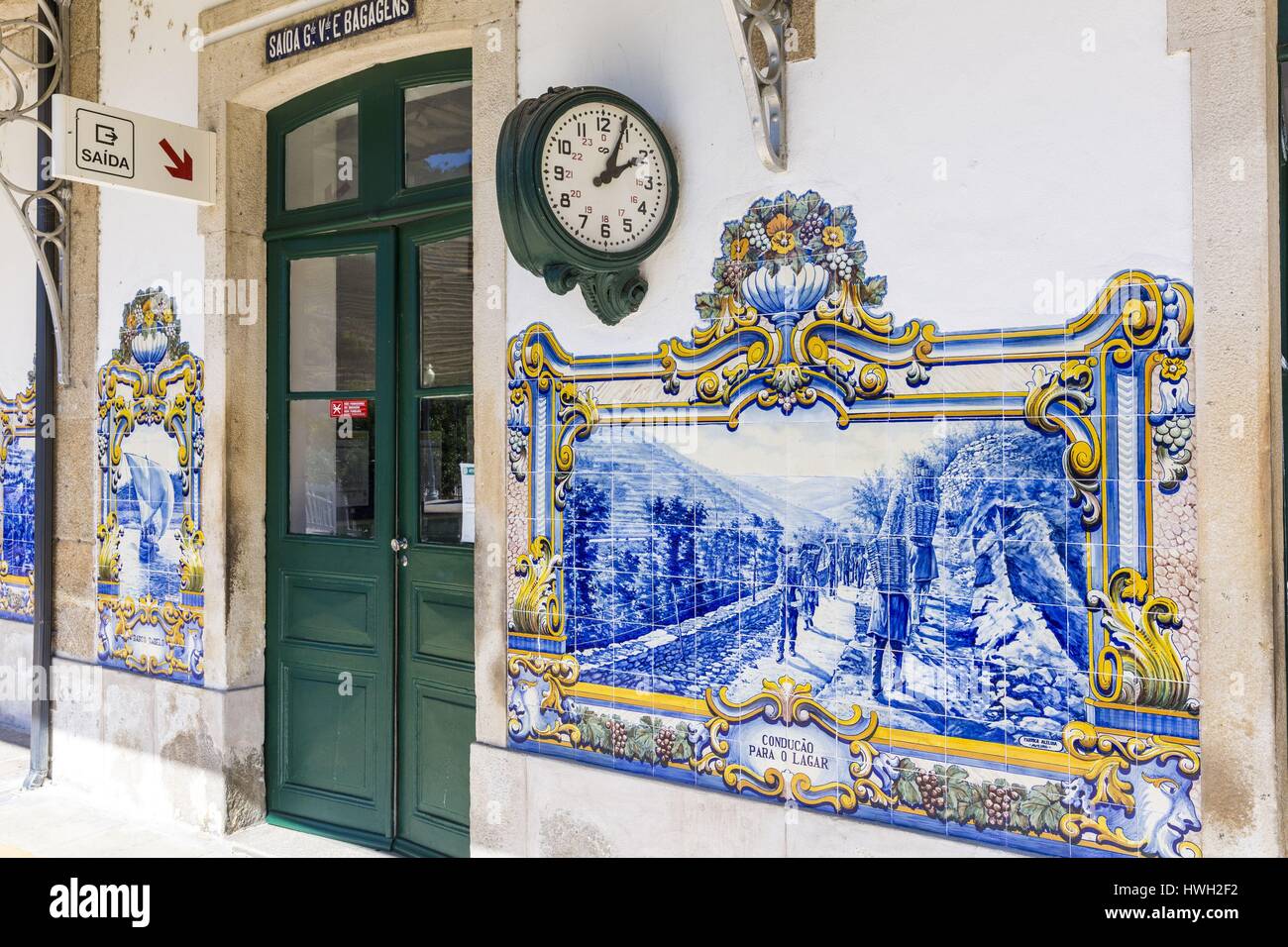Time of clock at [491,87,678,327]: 2:03
